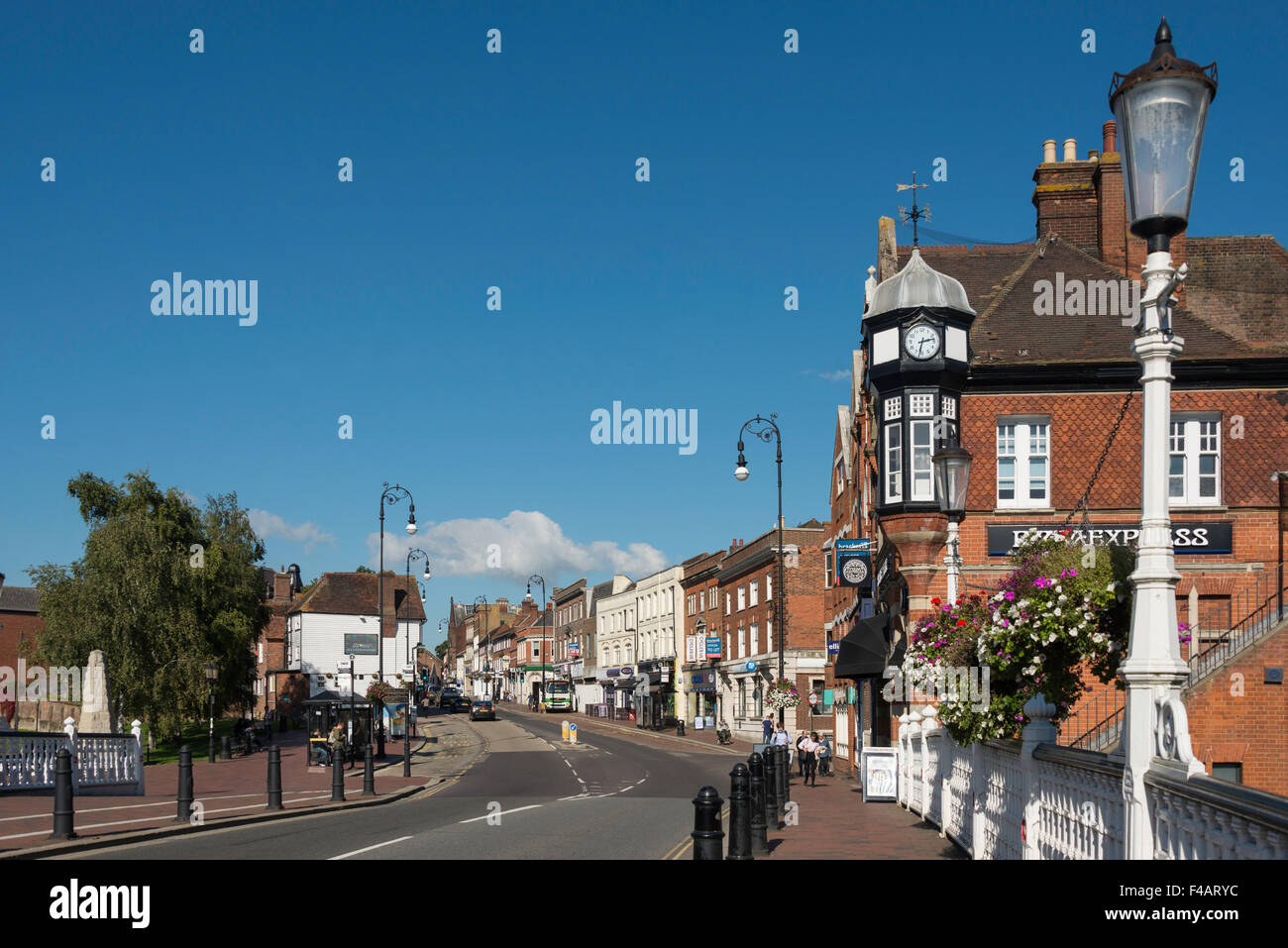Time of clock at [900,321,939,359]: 2:32
